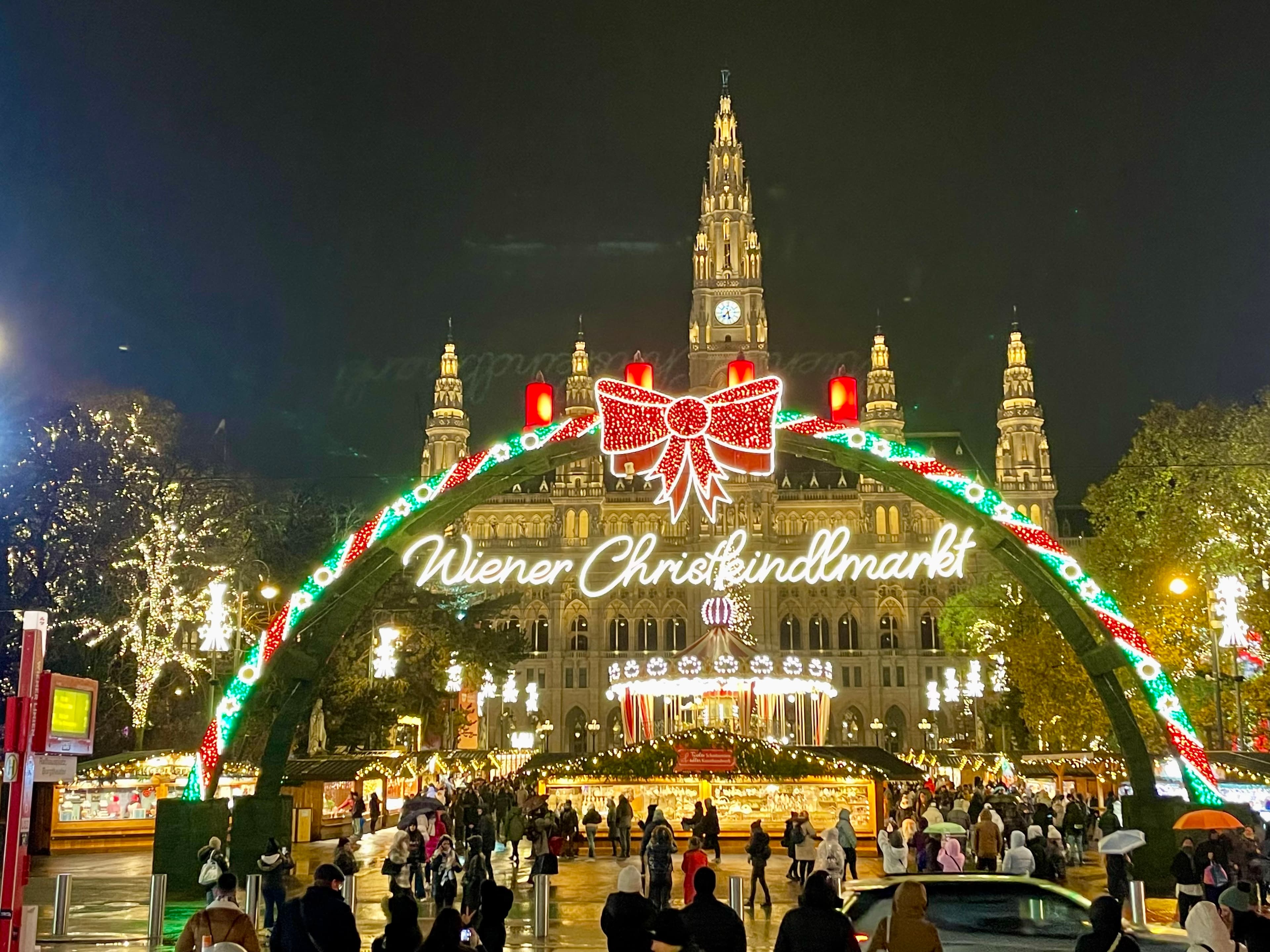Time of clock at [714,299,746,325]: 7:27
